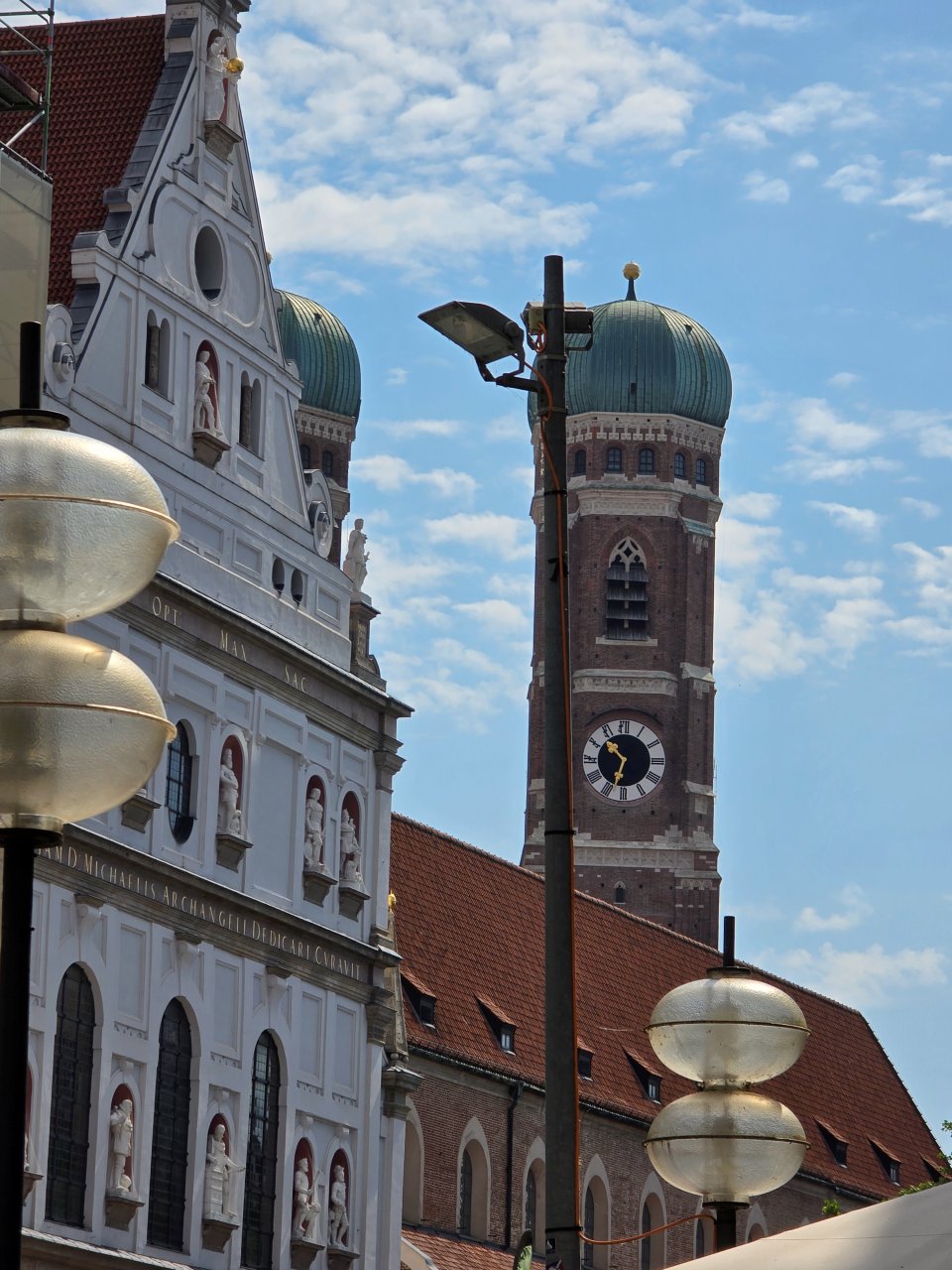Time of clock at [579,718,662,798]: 10:33
